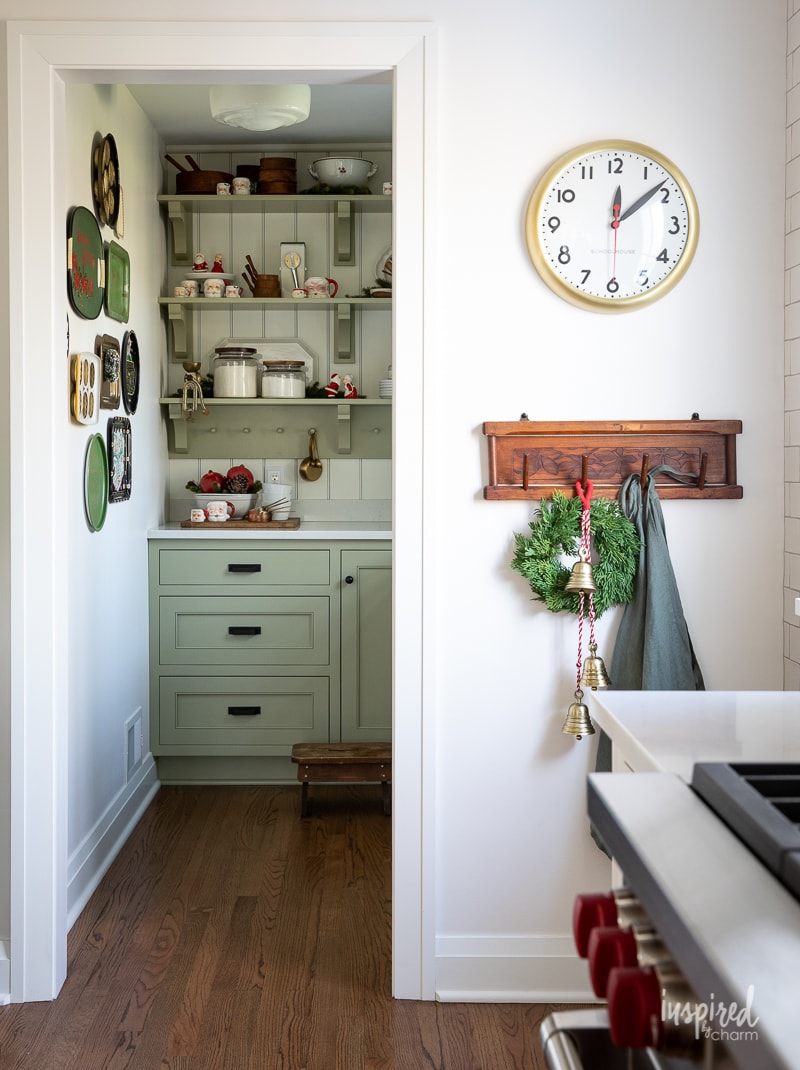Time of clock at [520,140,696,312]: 12:08
